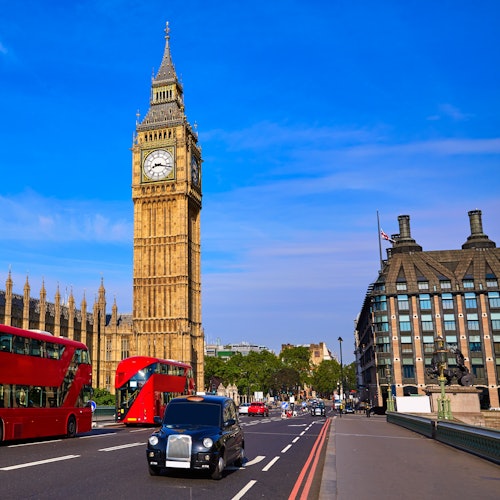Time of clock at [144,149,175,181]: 8:17
